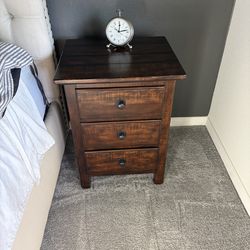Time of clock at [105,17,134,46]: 12:12
